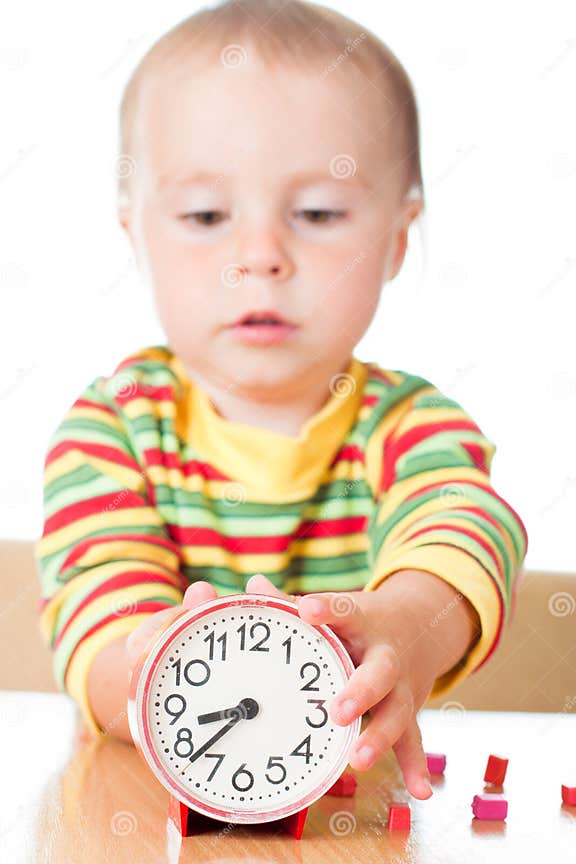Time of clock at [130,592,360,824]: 8:37
